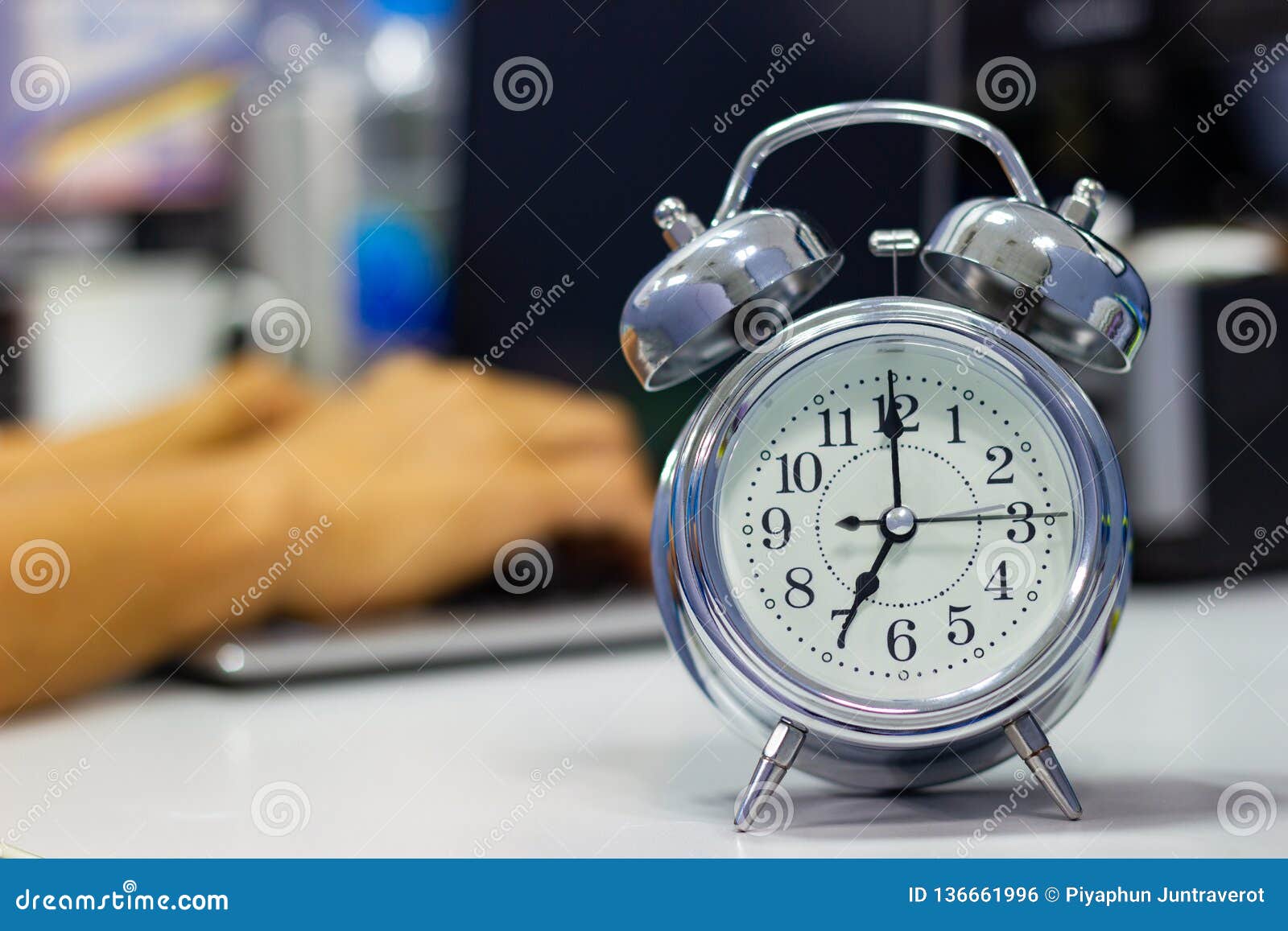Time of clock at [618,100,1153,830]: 7:00
